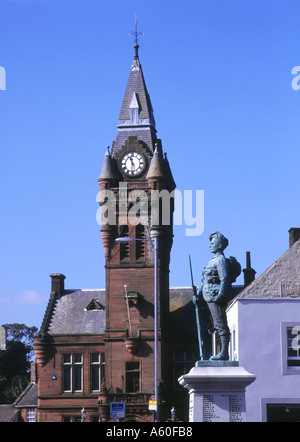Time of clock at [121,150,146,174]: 11:31
